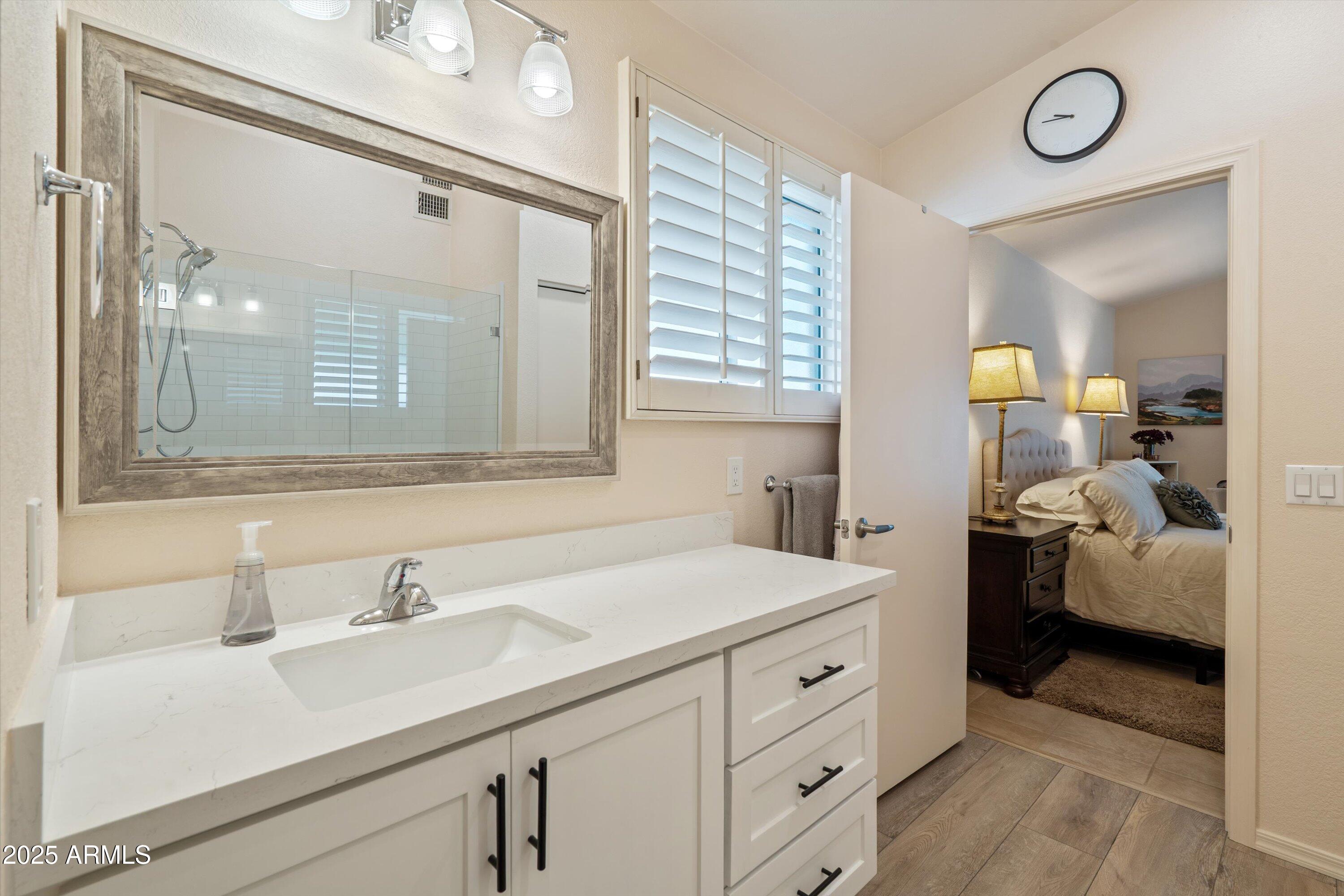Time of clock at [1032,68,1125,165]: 9:45
